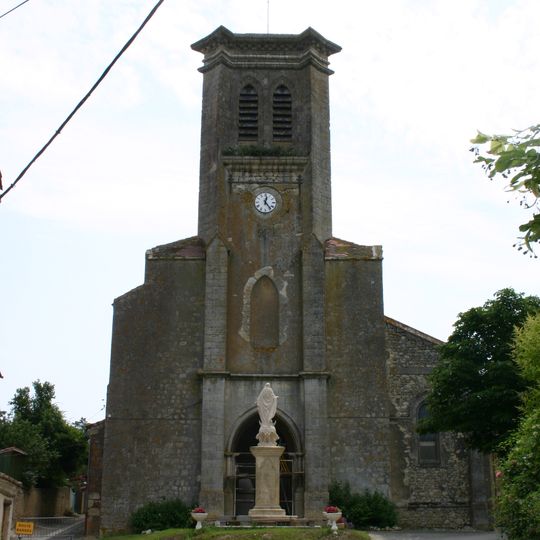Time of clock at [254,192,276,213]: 12:23
